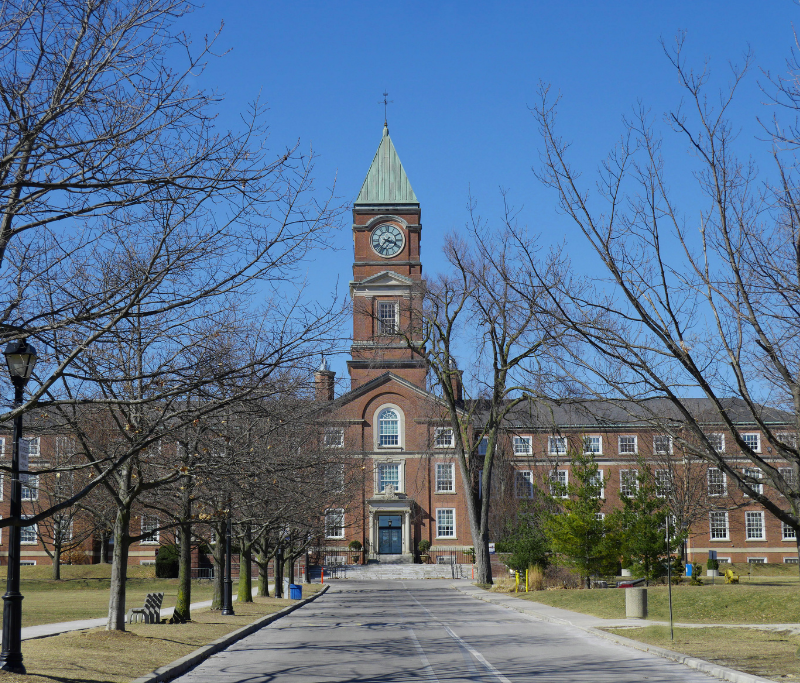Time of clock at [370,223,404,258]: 3:36
